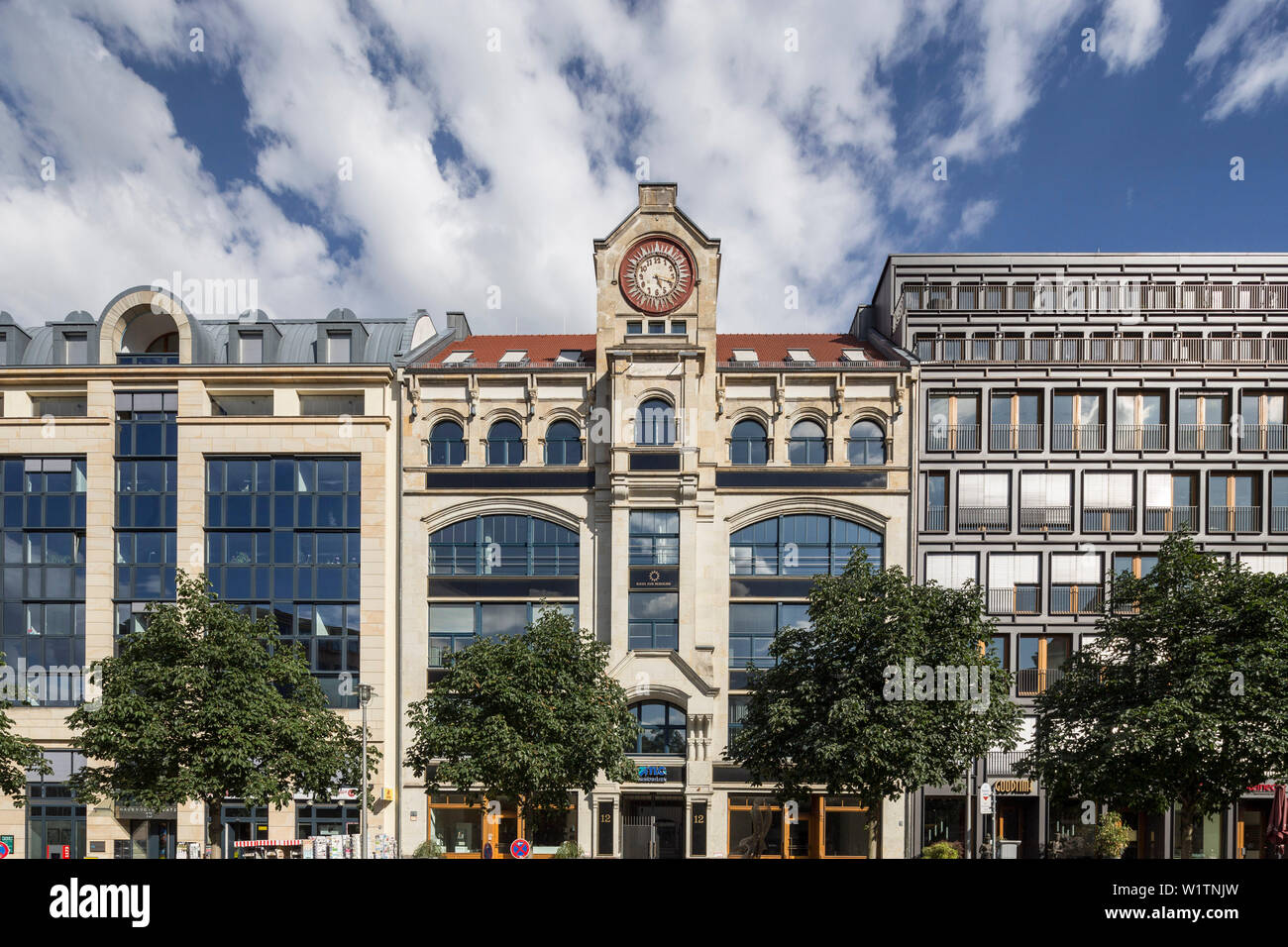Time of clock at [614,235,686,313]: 5:17
